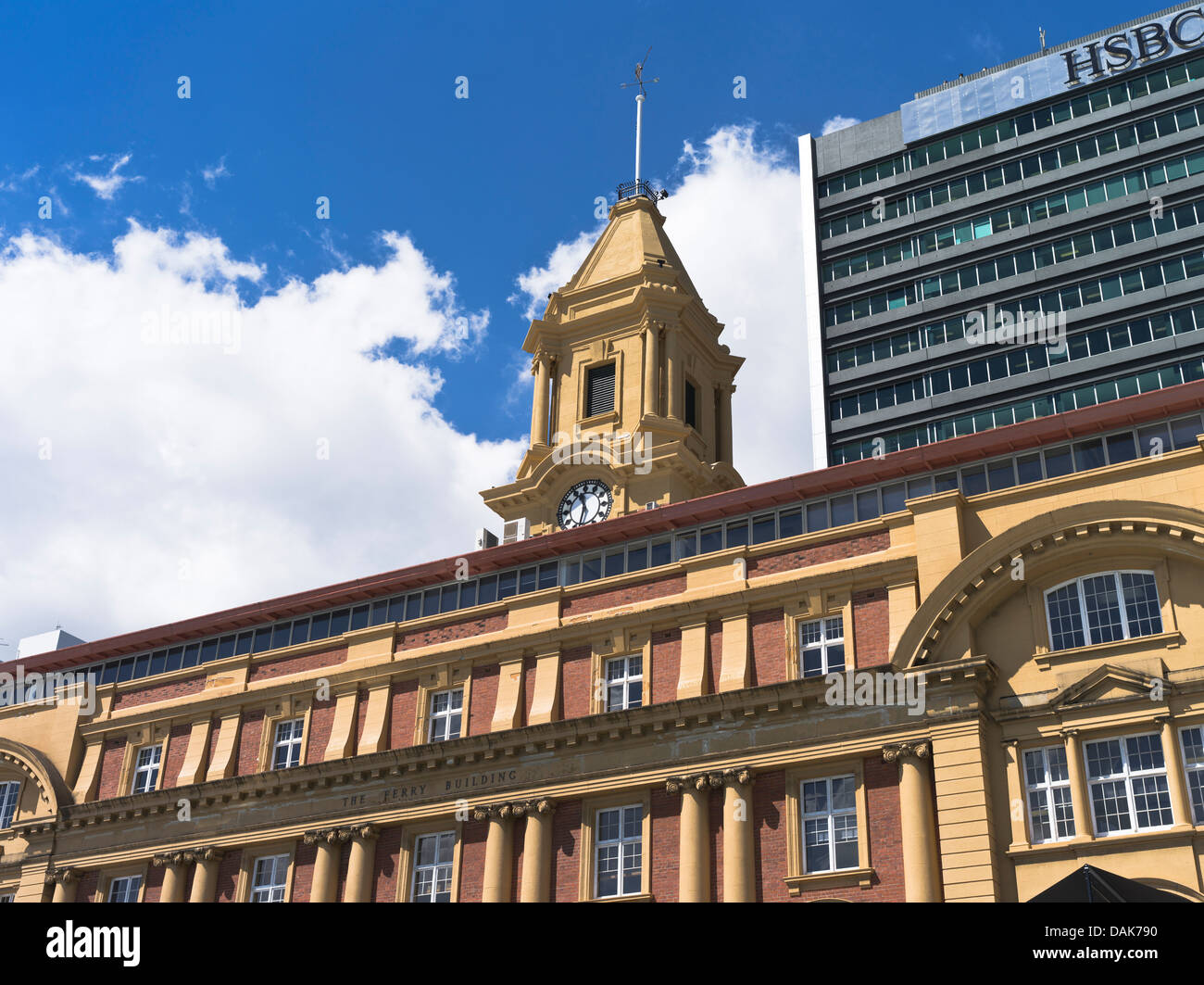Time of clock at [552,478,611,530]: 11:32
